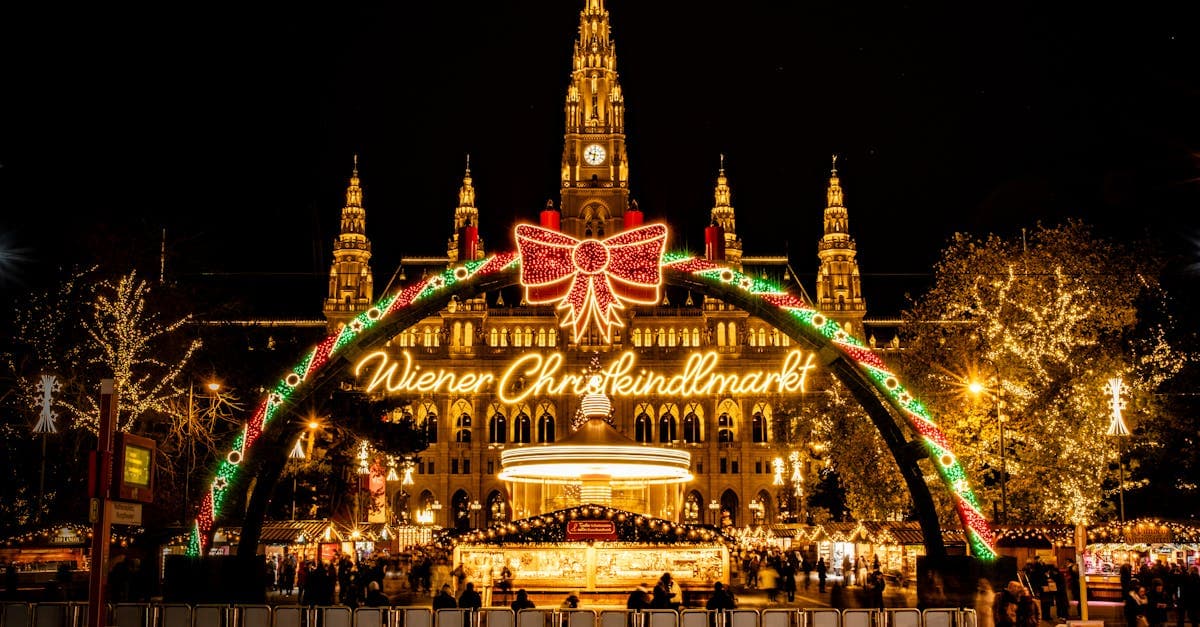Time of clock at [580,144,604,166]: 9:32
